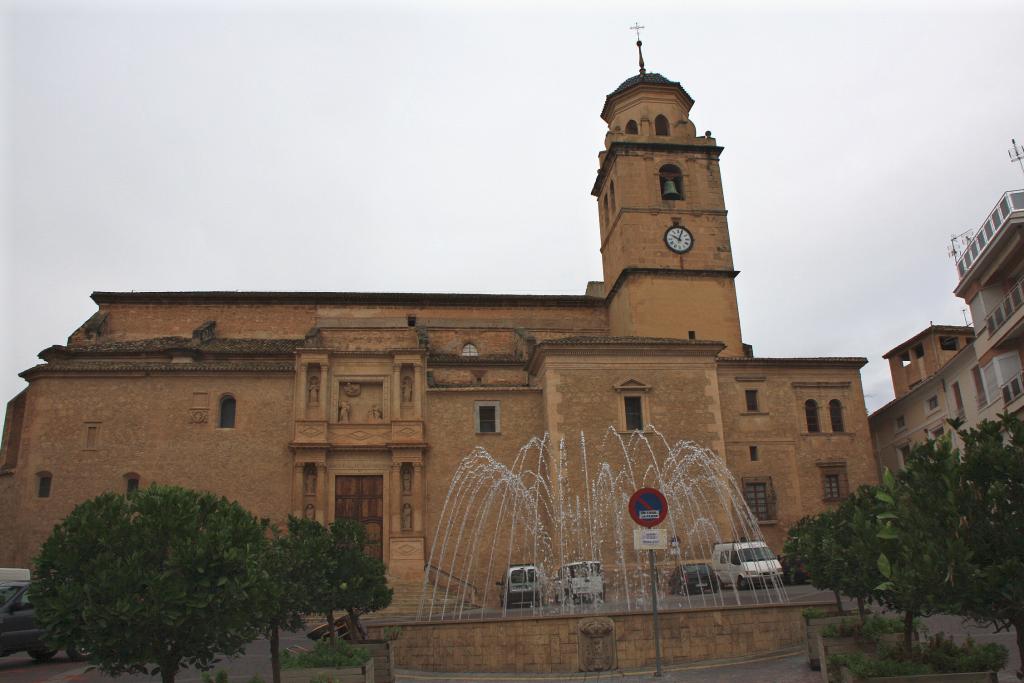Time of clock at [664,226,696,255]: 10:03
